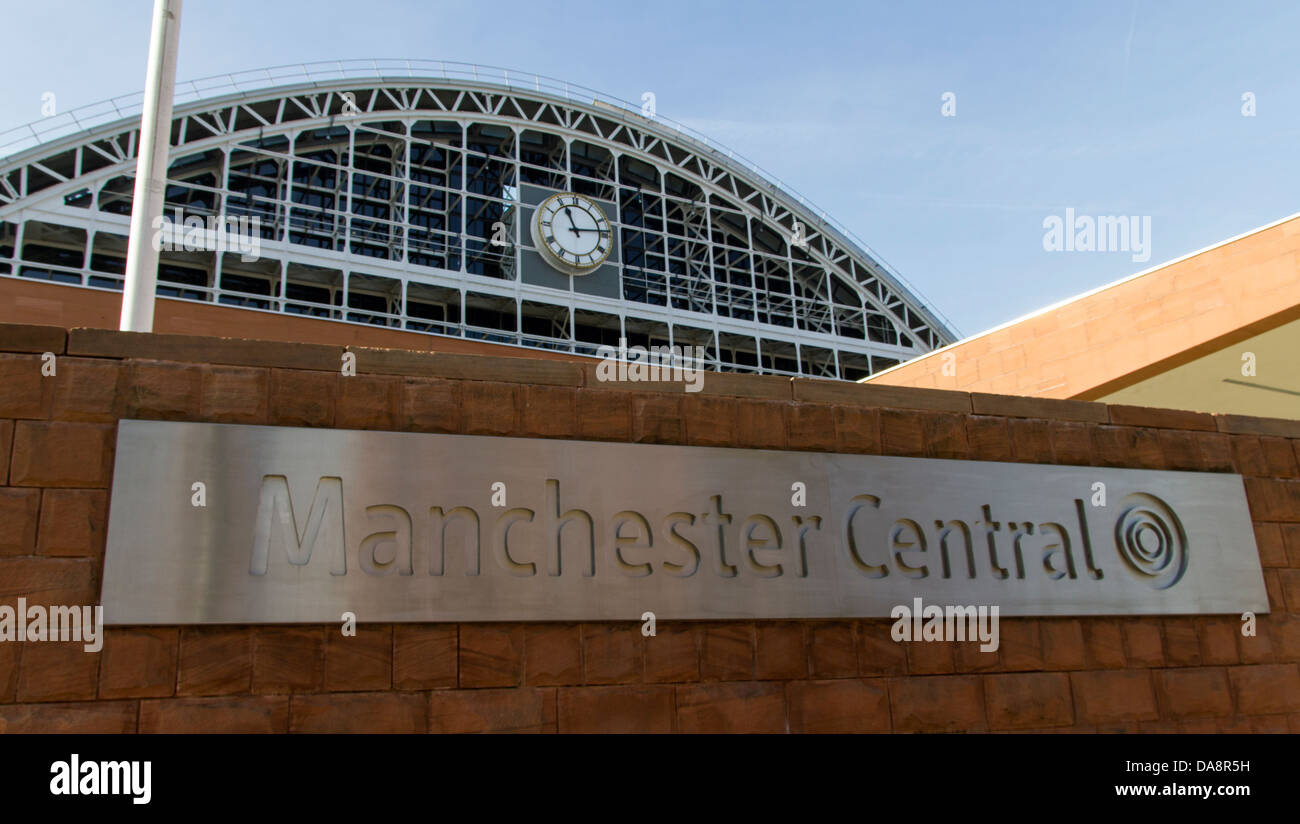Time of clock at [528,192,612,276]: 11:13
